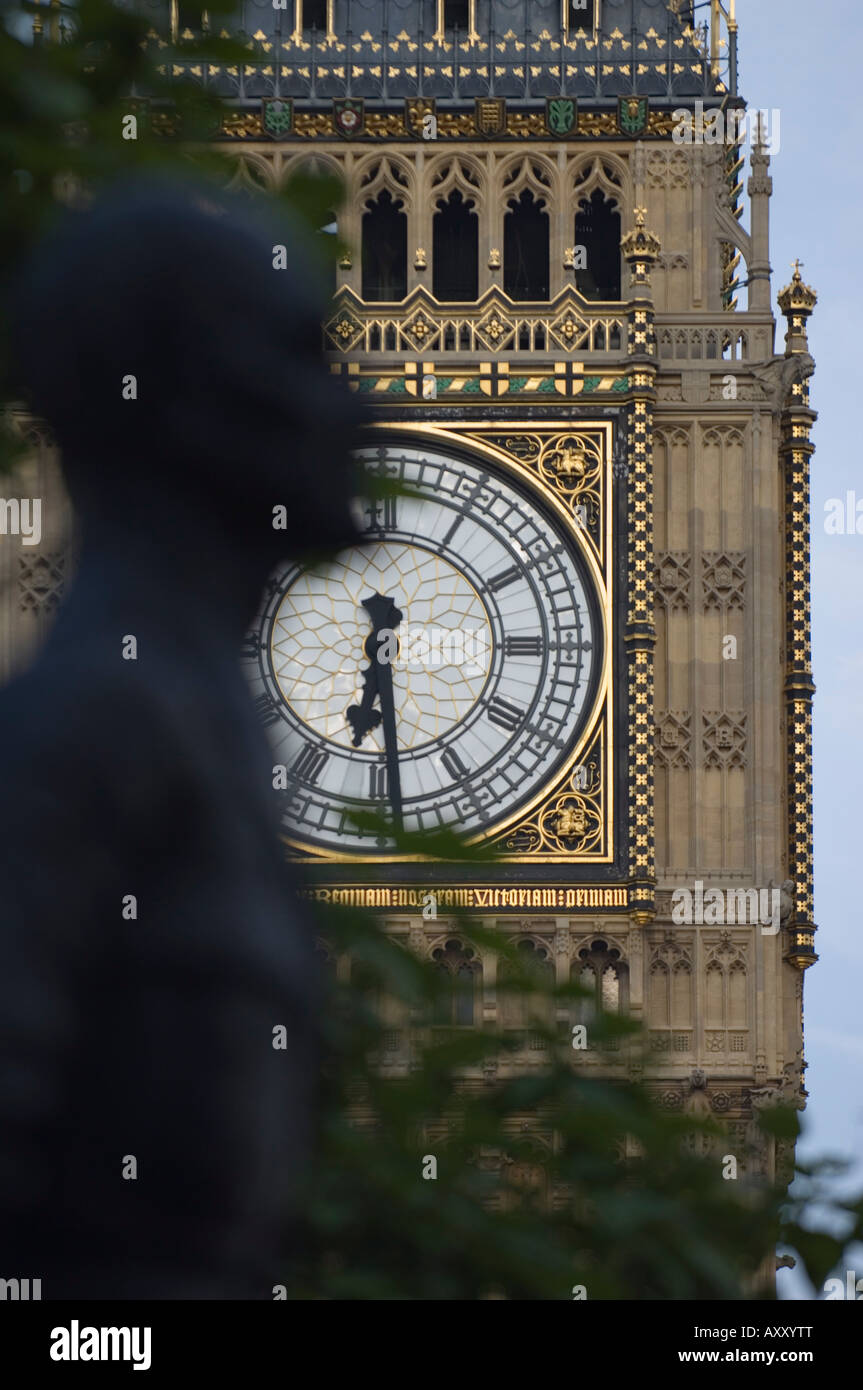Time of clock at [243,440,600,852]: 6:29
